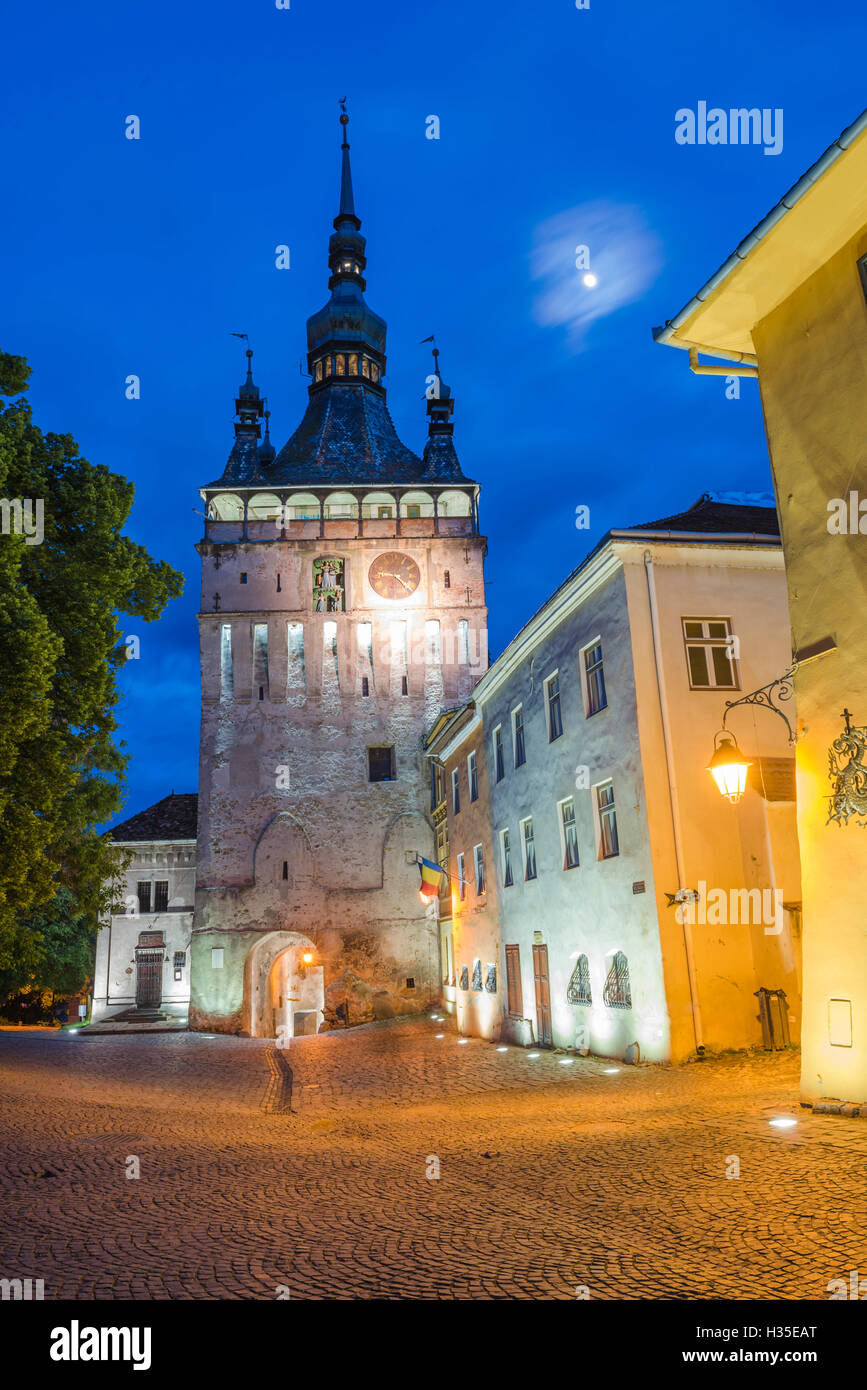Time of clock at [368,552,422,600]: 9:22
